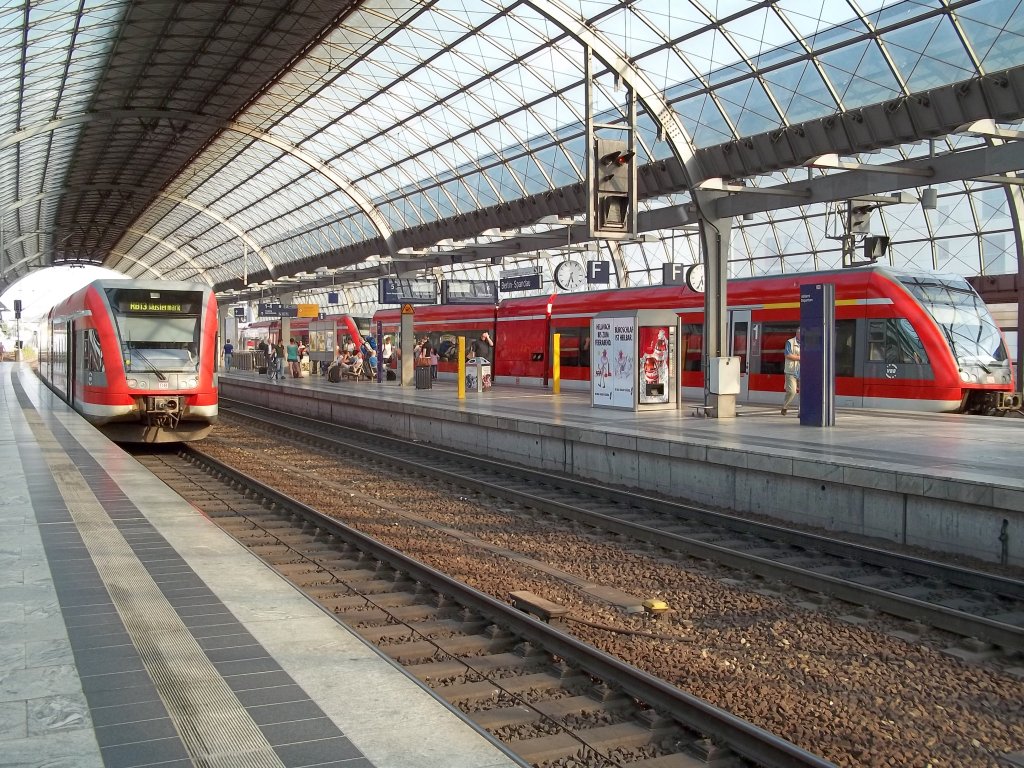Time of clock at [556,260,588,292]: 5:33
